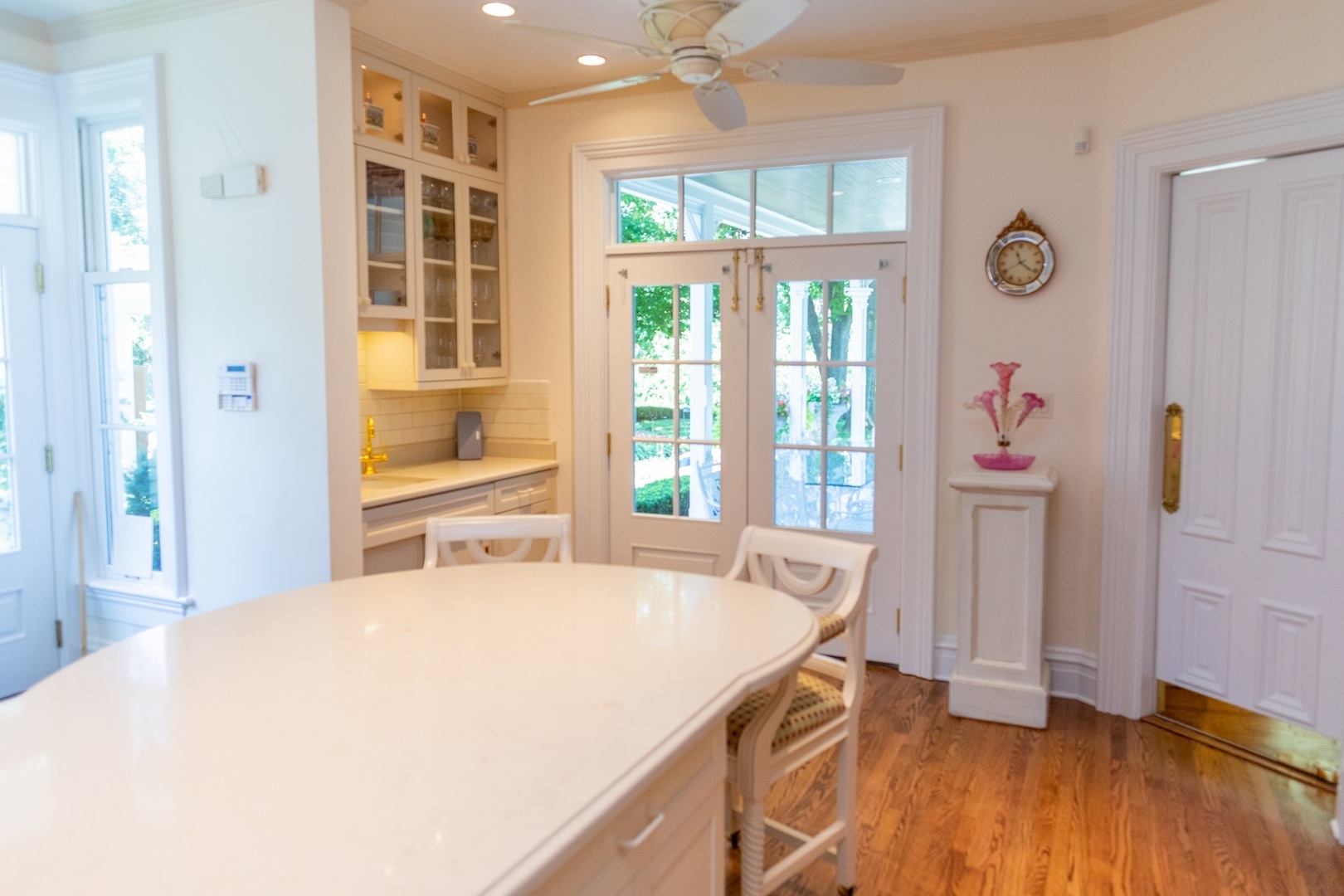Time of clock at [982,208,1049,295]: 11:21
